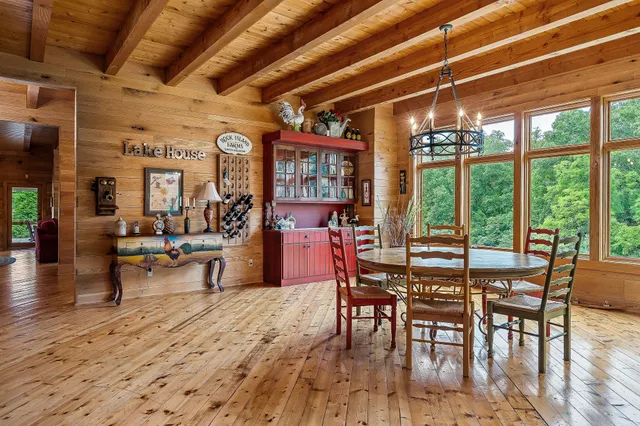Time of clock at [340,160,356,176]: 12:13
